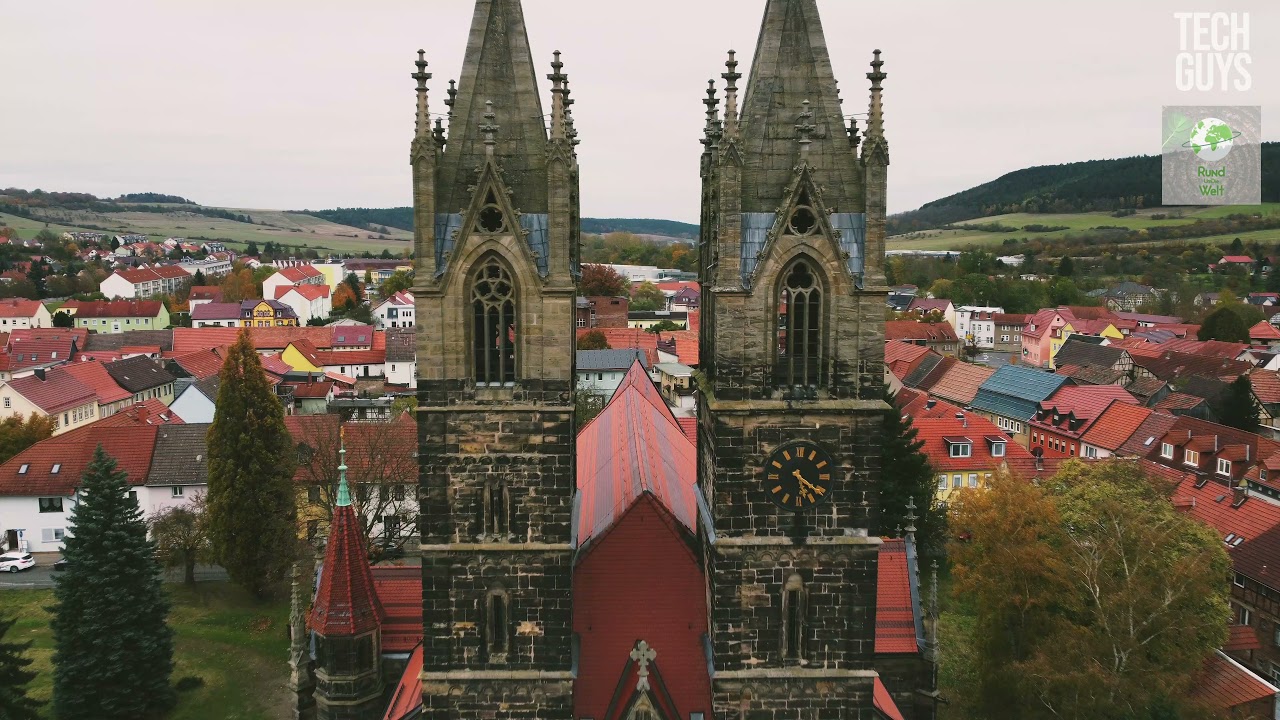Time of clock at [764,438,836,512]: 5:21
